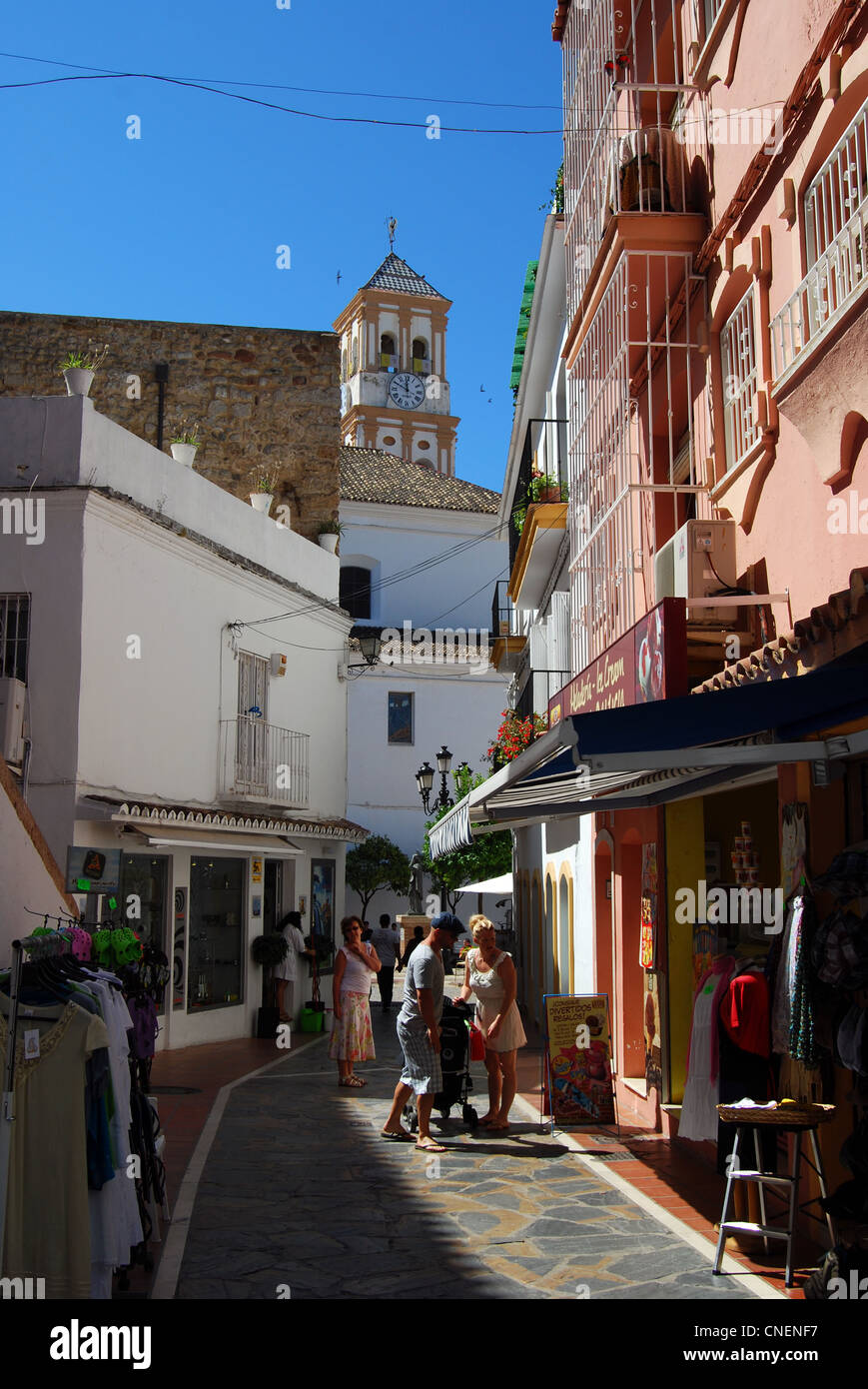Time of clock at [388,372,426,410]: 11:49
